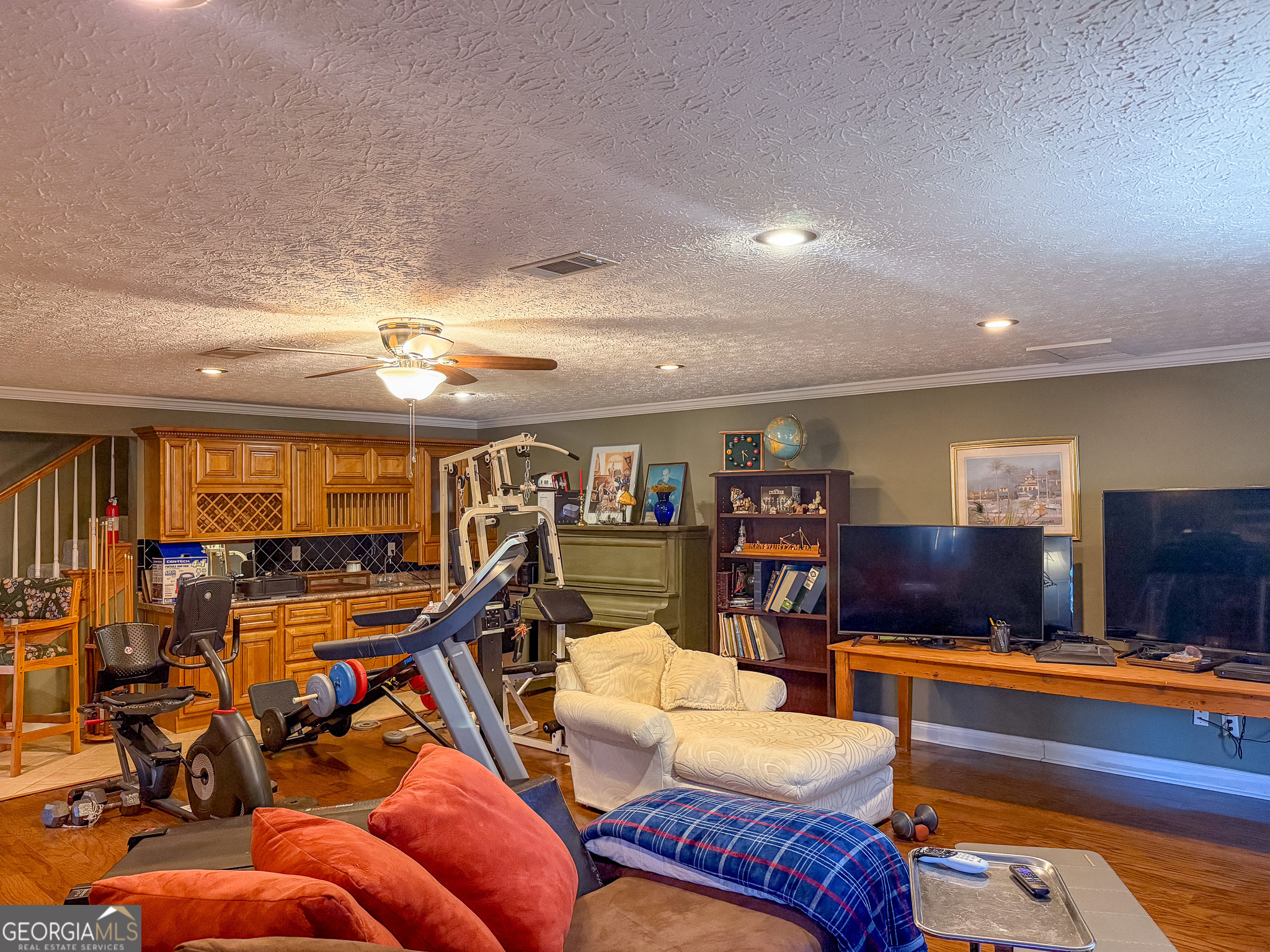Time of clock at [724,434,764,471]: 4:29
